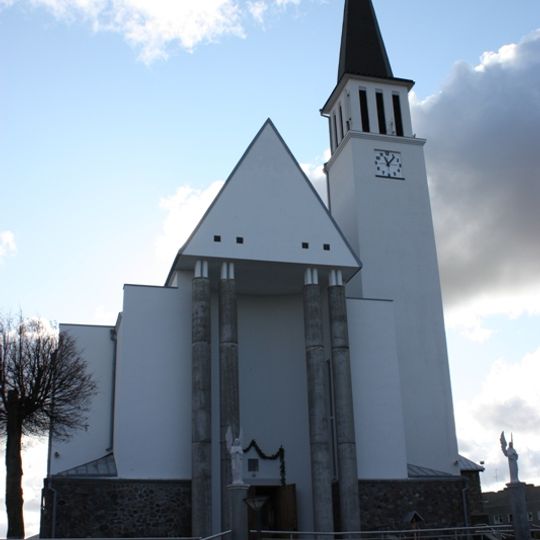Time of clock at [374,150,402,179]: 11:06
